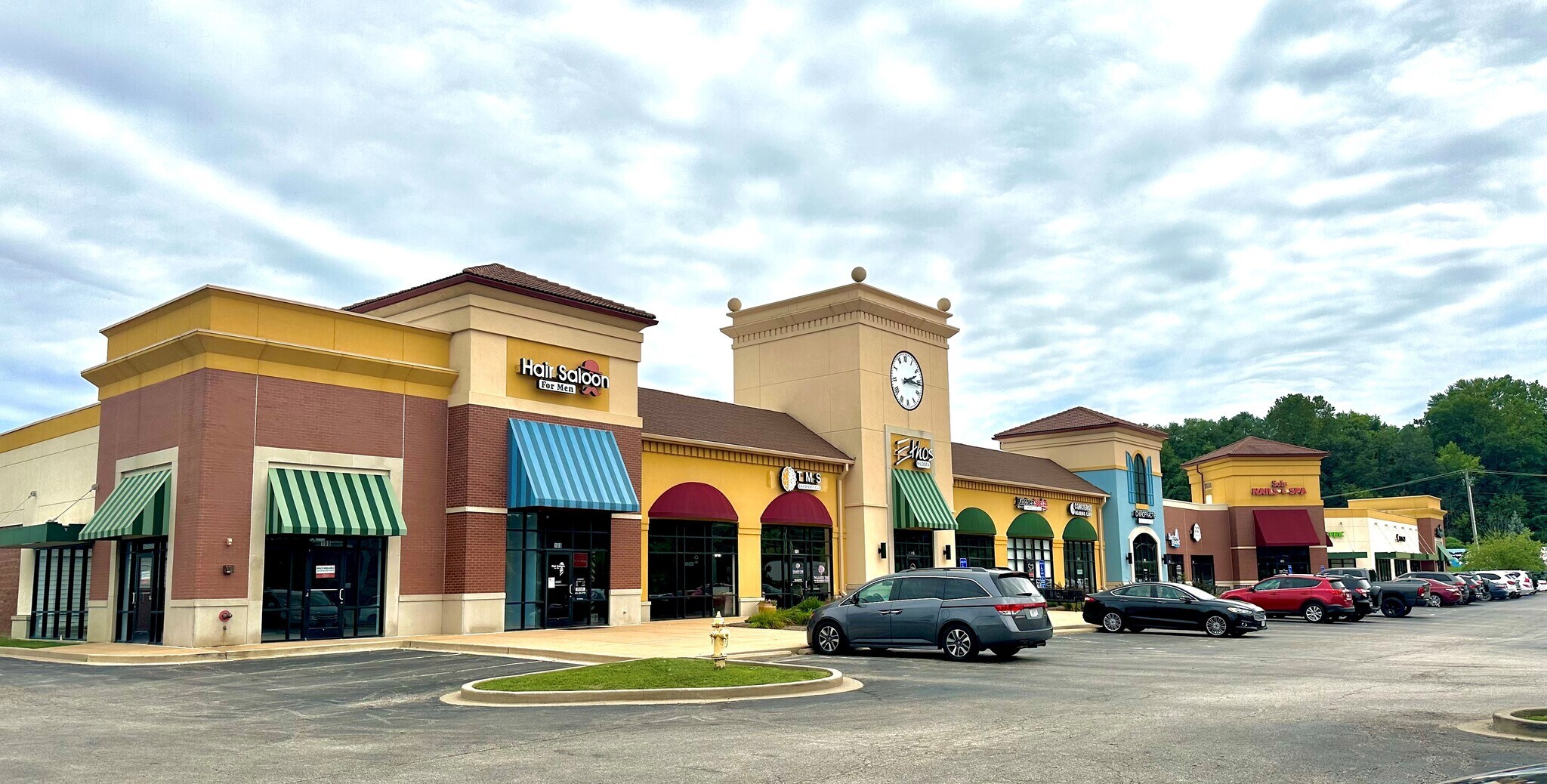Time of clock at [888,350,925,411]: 2:16
